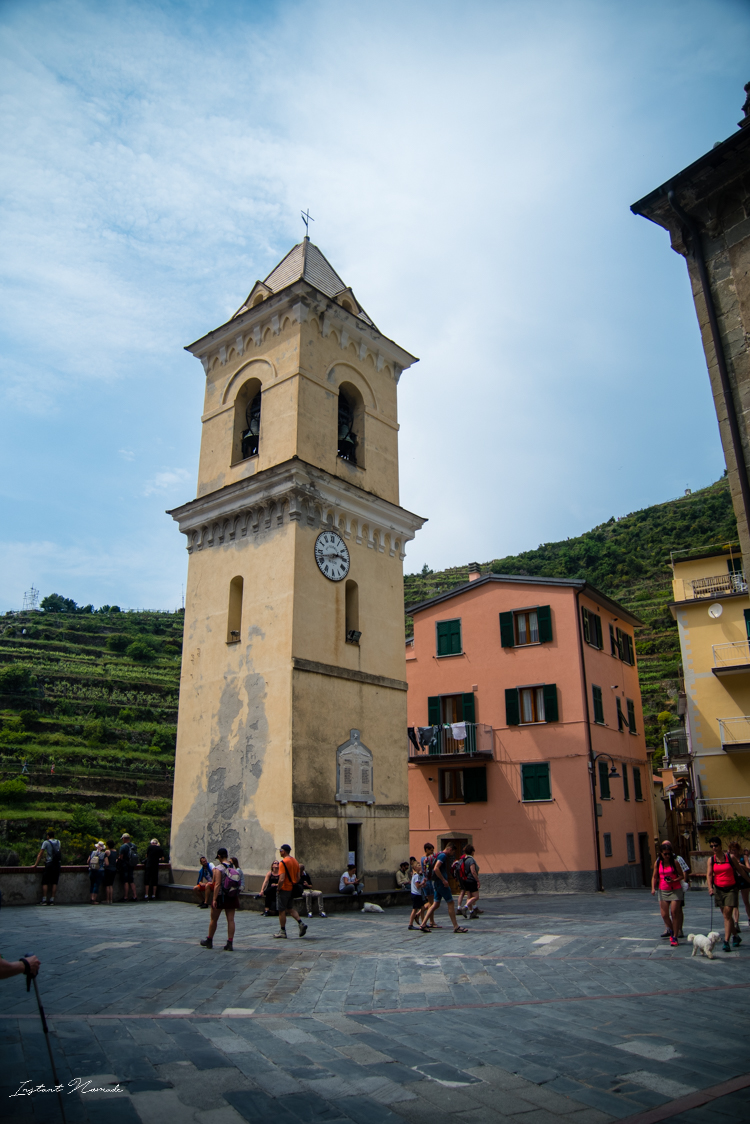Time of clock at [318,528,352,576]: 2:42
